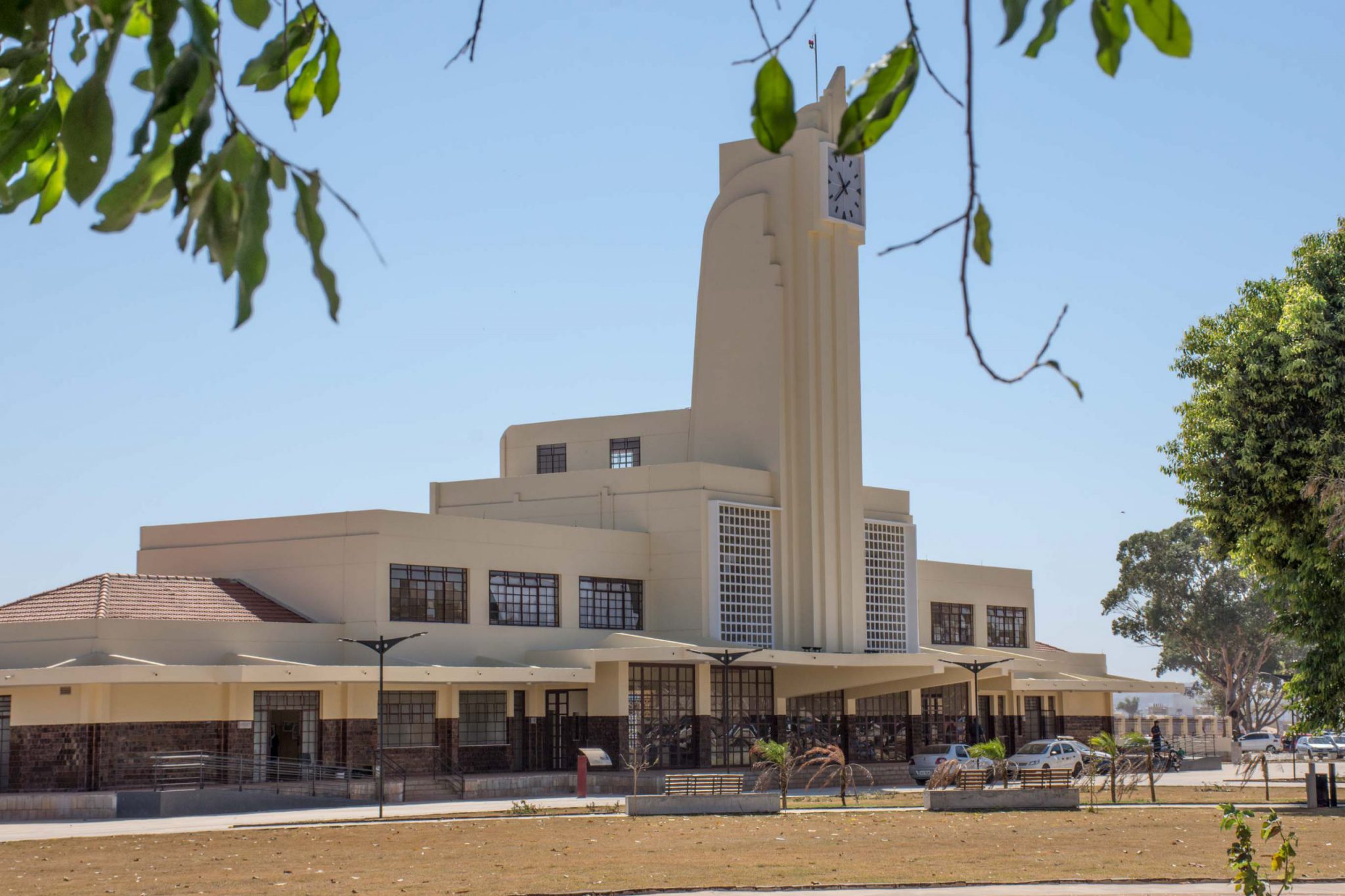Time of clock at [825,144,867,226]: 10:37
